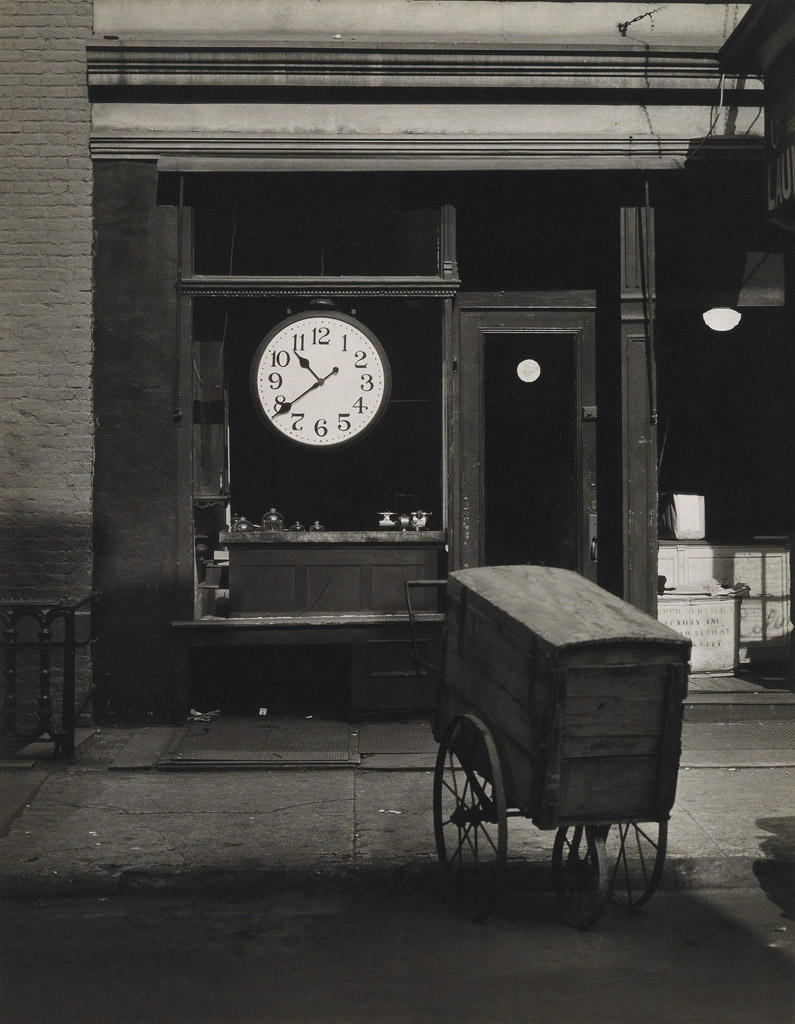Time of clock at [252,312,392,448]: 10:38
